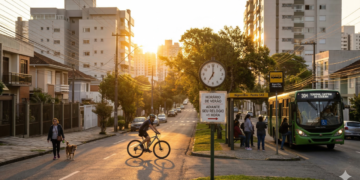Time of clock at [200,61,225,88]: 7:00
